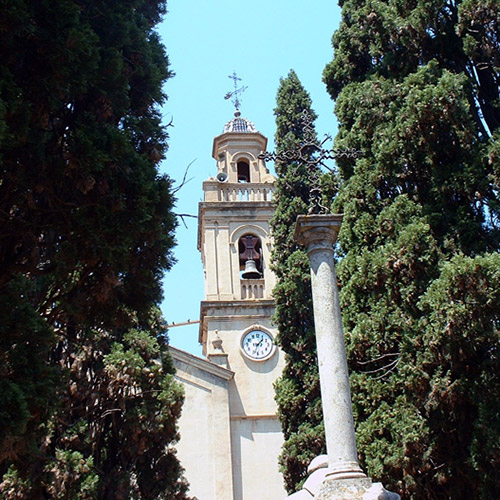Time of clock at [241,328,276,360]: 1:33
